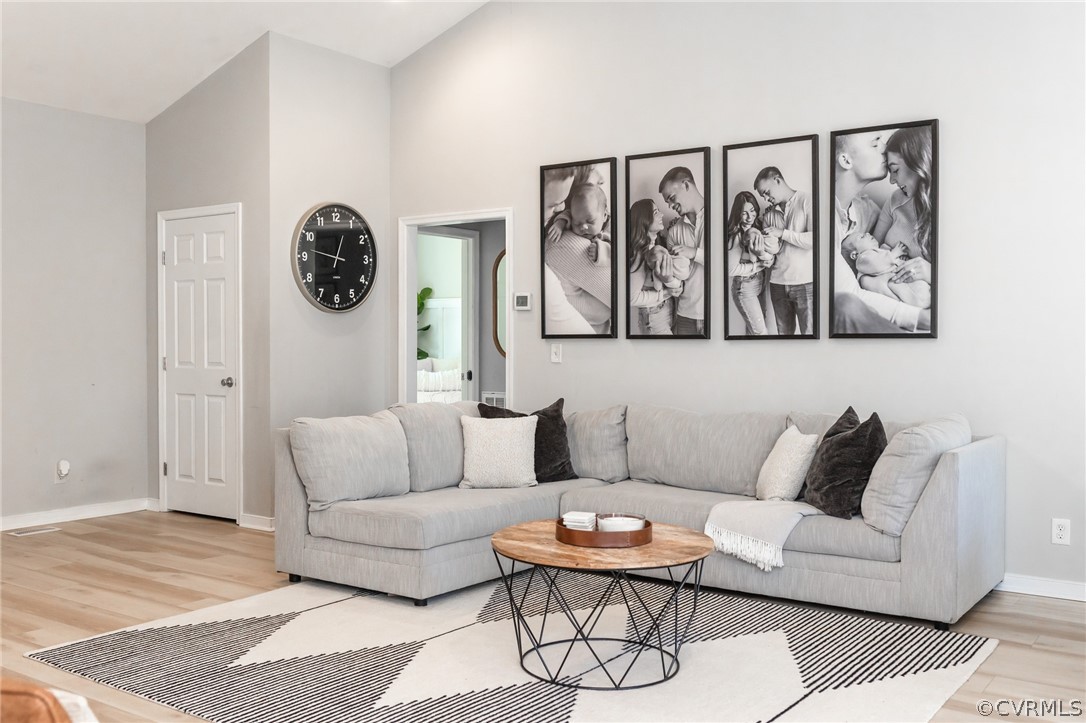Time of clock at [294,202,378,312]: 12:47
